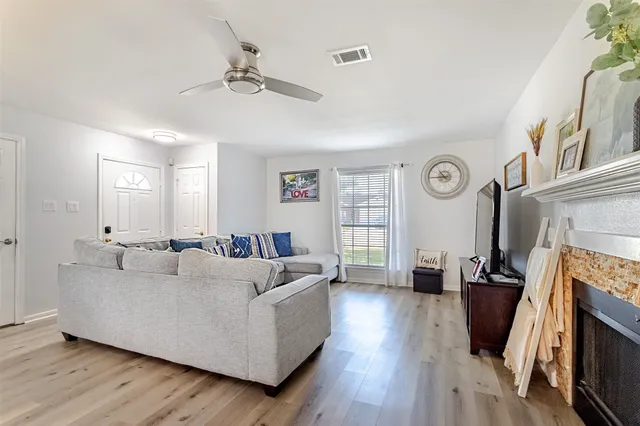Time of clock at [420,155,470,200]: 10:44
